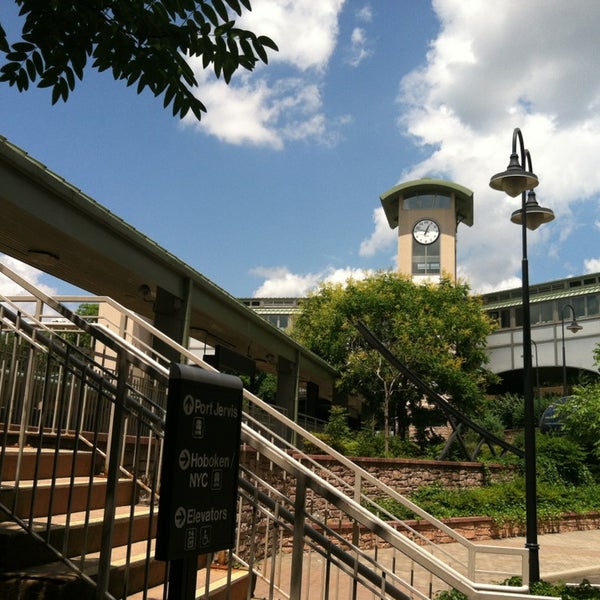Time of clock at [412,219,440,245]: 12:48
